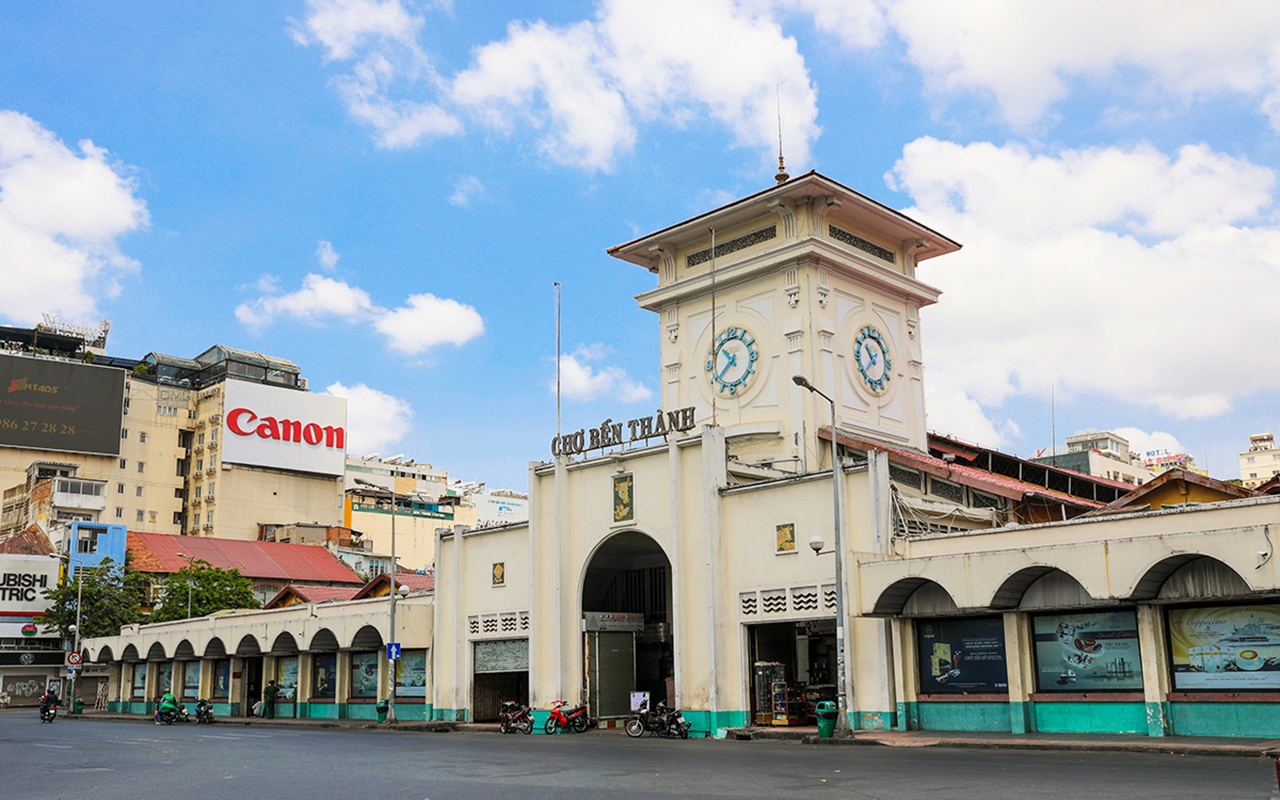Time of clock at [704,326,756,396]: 10:38
